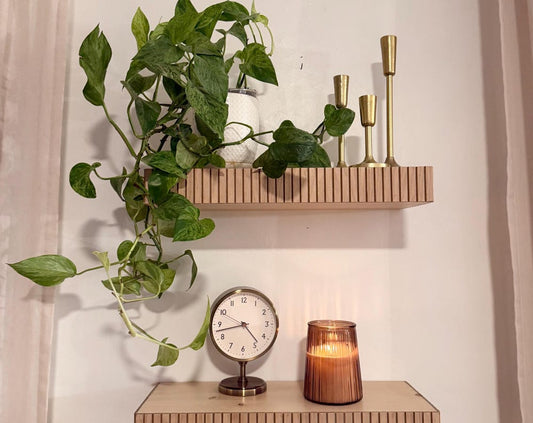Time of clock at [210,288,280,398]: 4:42
